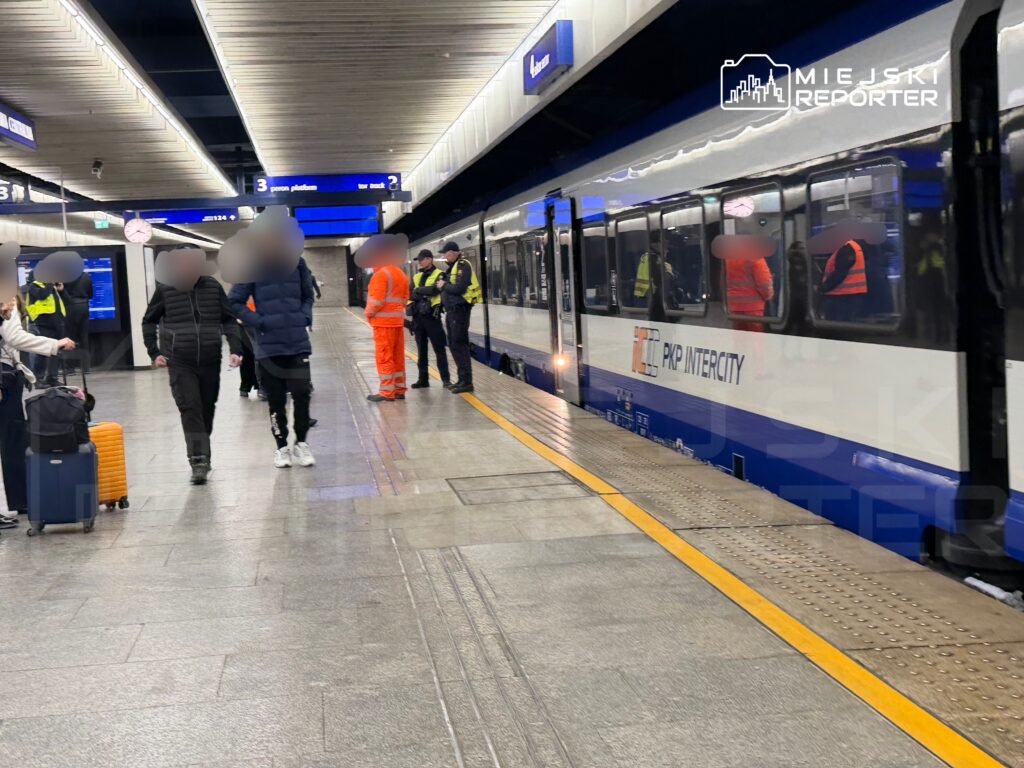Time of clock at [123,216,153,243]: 3:40
